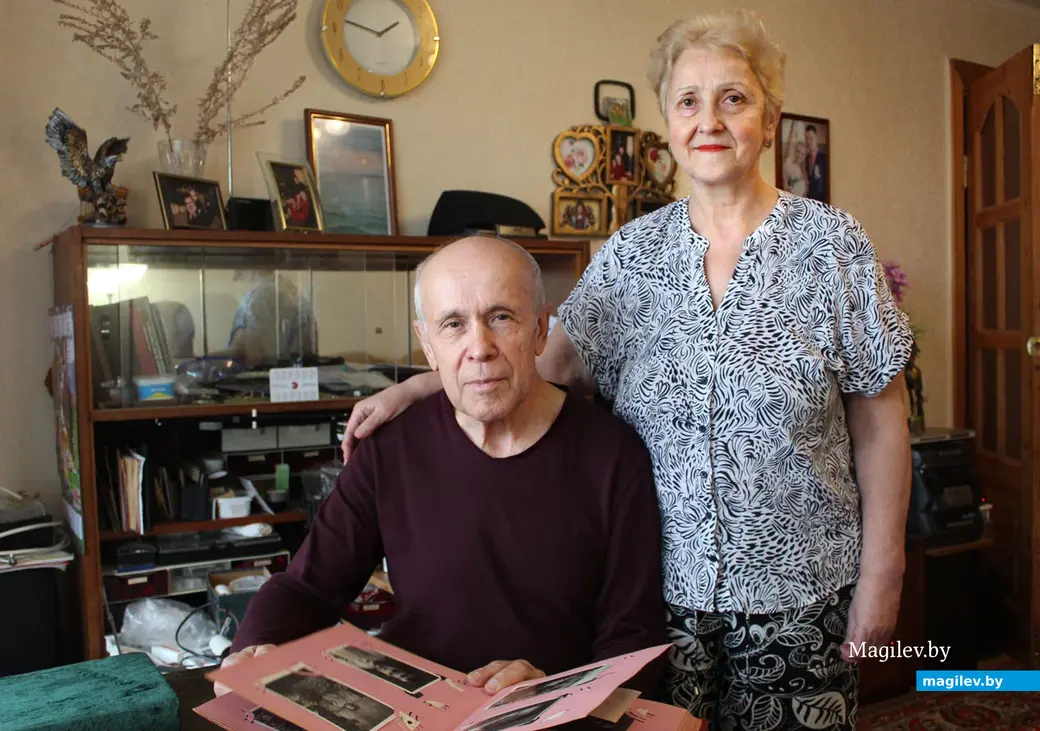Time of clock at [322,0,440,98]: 1:47
